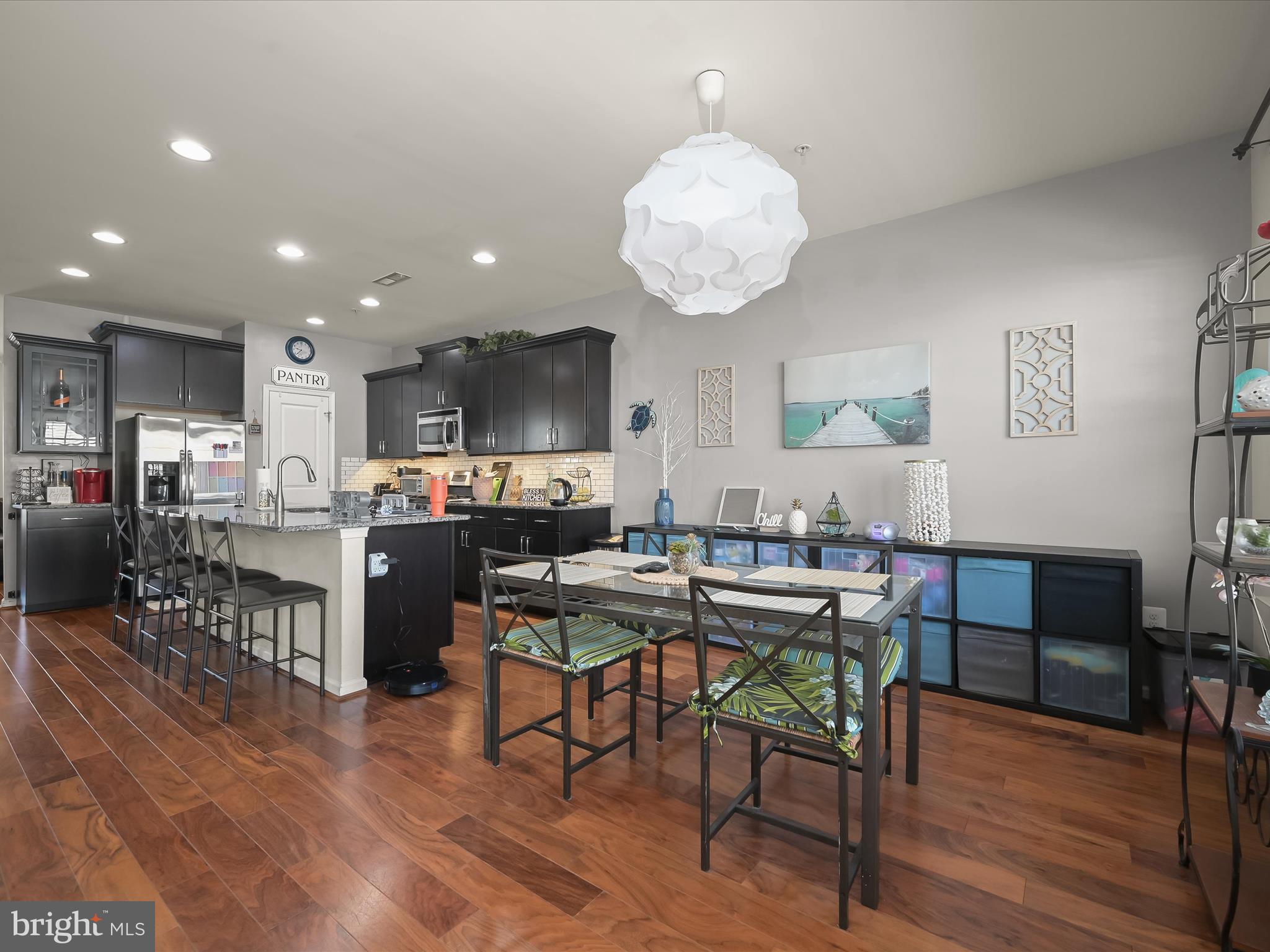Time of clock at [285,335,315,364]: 9:38
